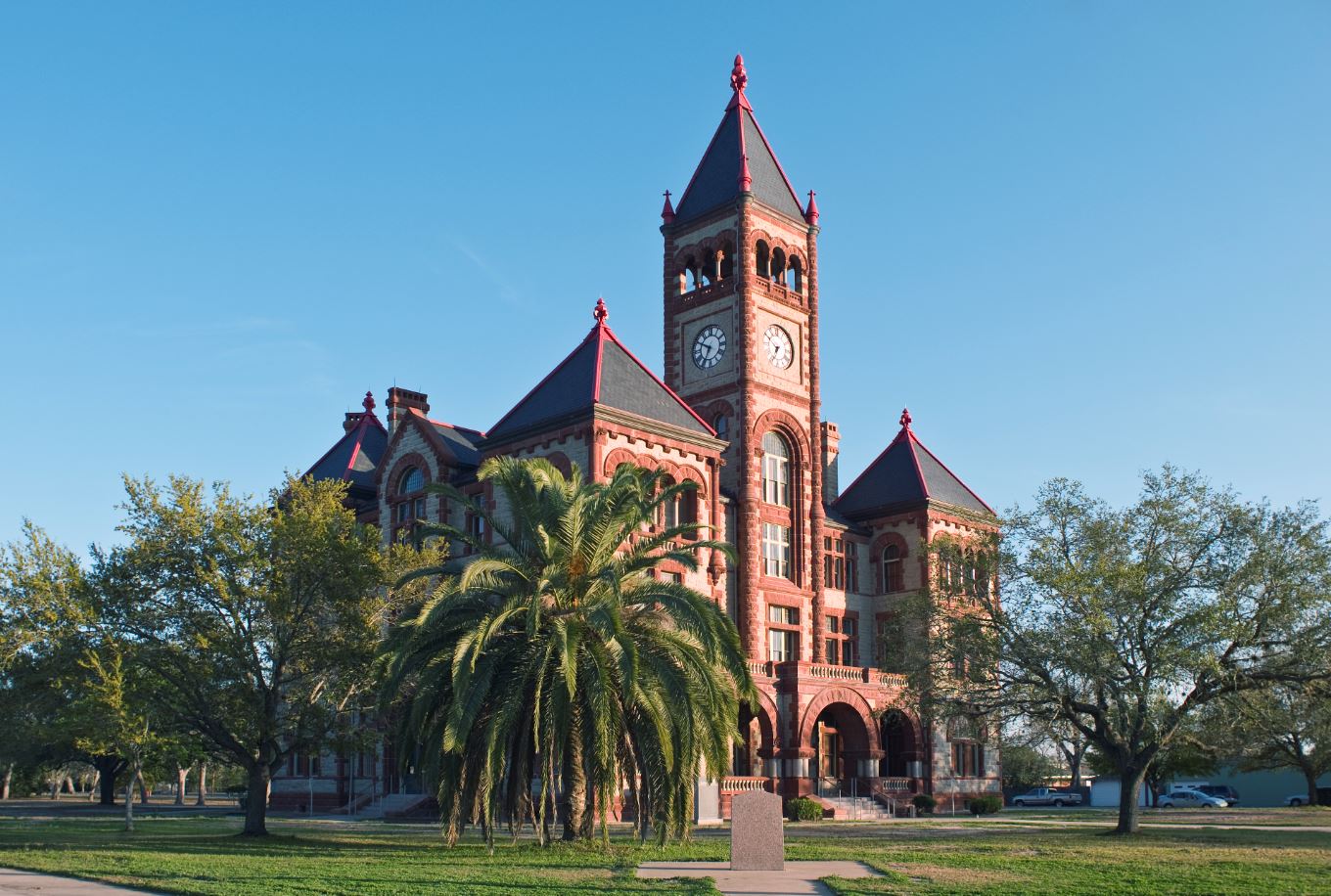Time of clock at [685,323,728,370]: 6:49
